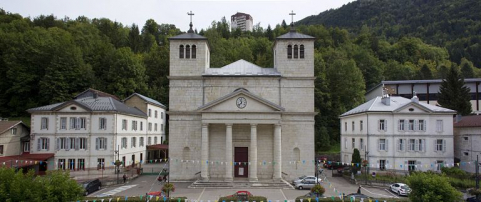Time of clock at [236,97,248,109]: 11:37
